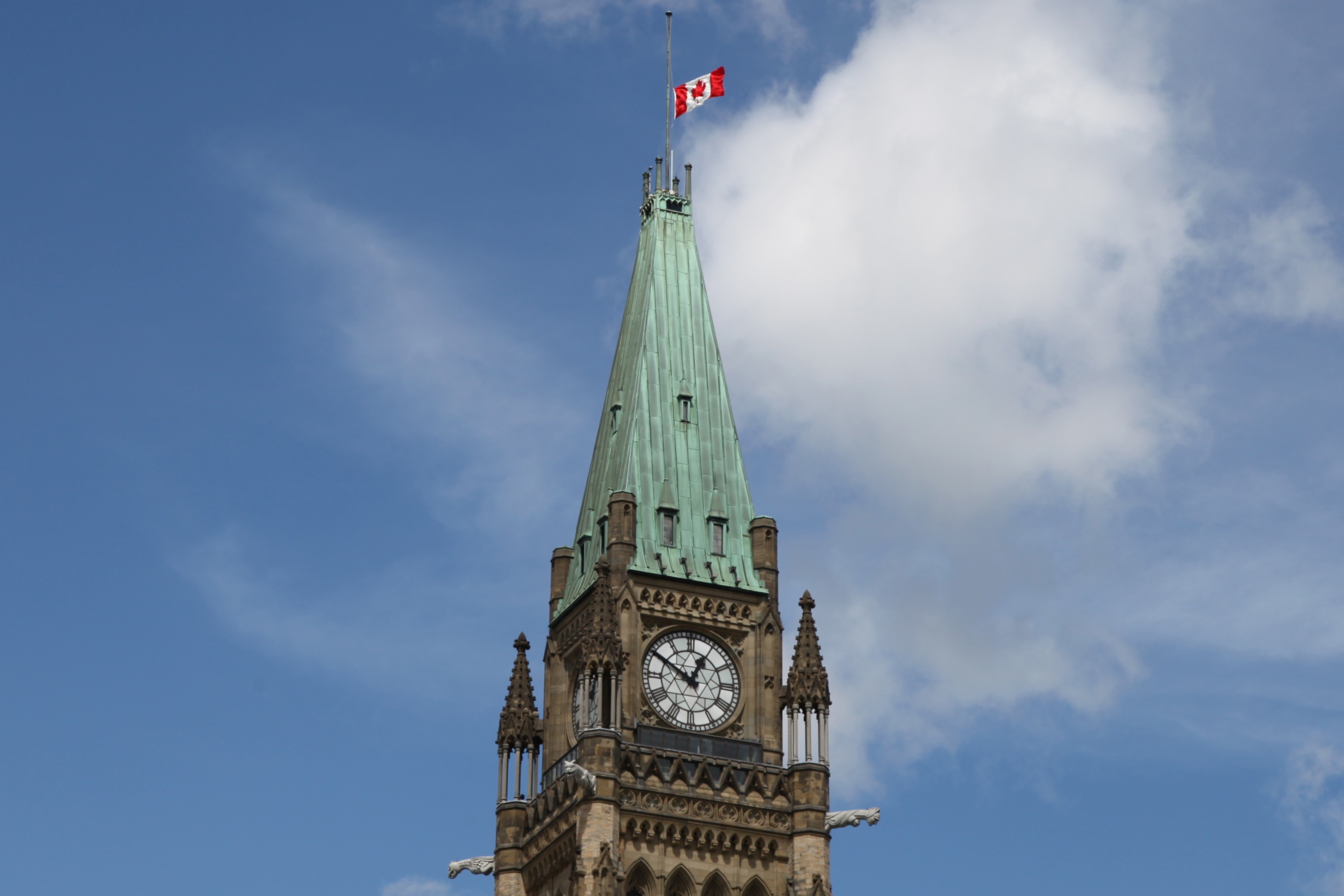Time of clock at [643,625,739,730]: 12:50
